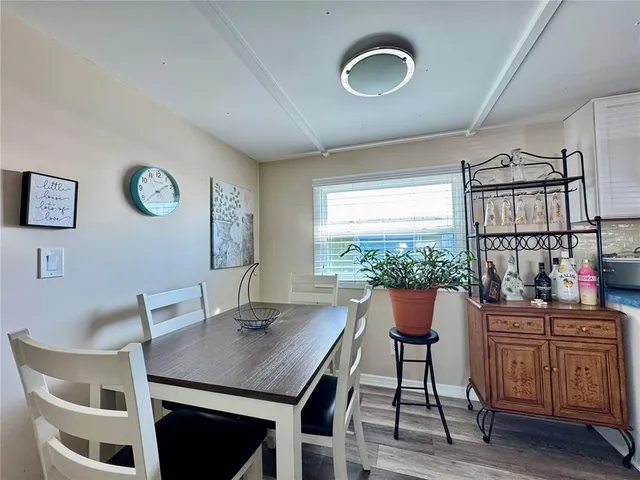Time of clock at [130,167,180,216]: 1:37
